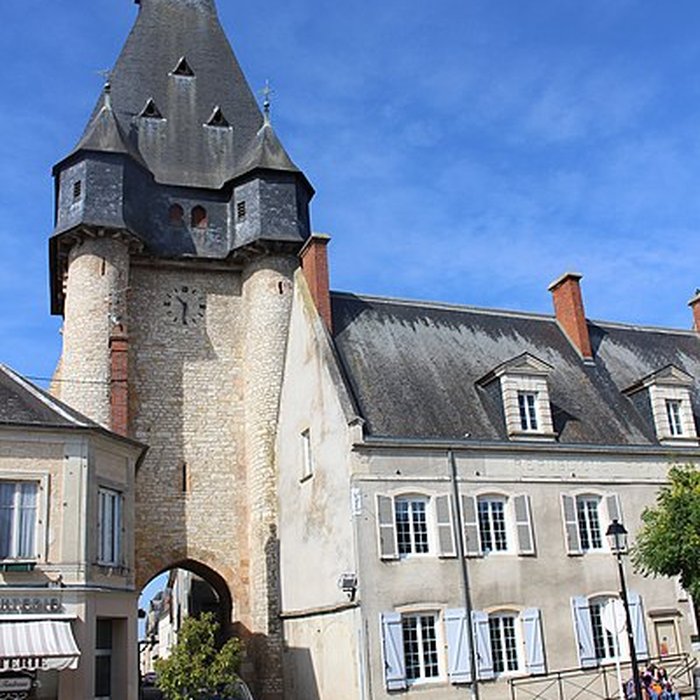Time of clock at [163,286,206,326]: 10:32
